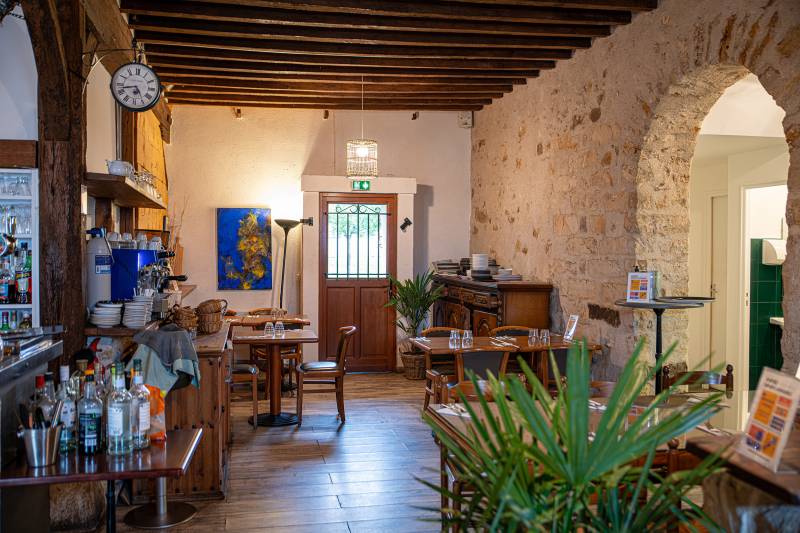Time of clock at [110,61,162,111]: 4:42
